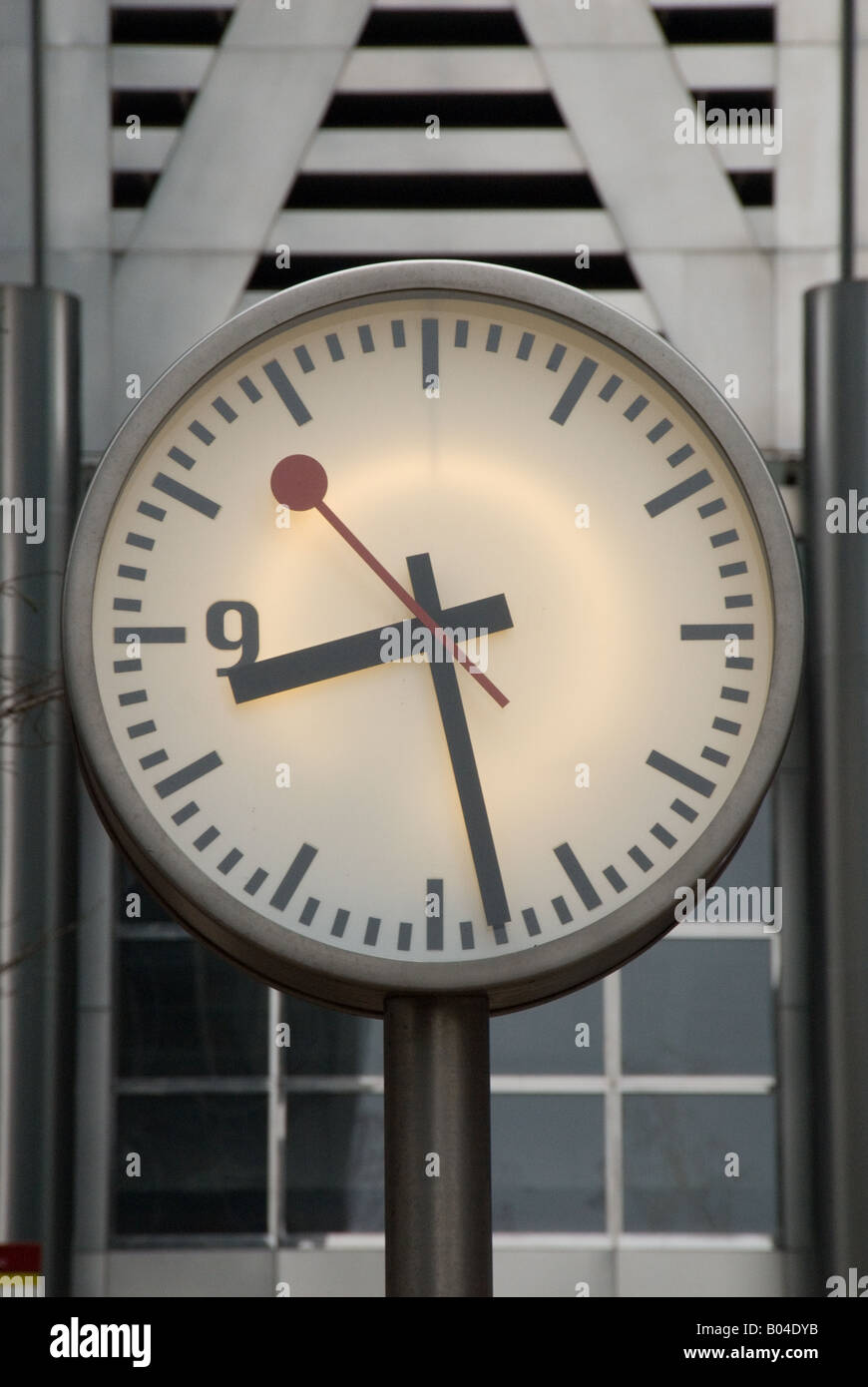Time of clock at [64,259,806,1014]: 8:28
